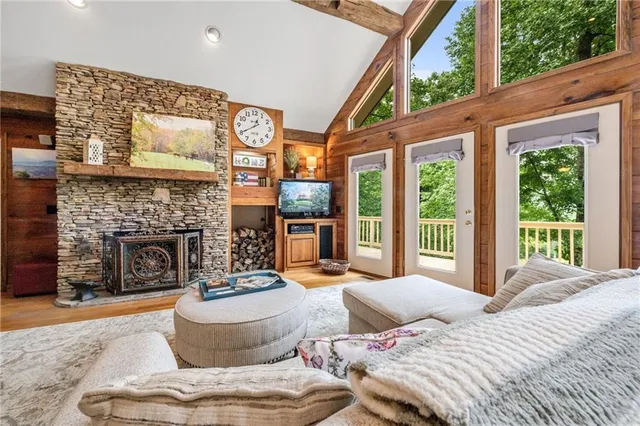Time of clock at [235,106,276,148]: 12:40
